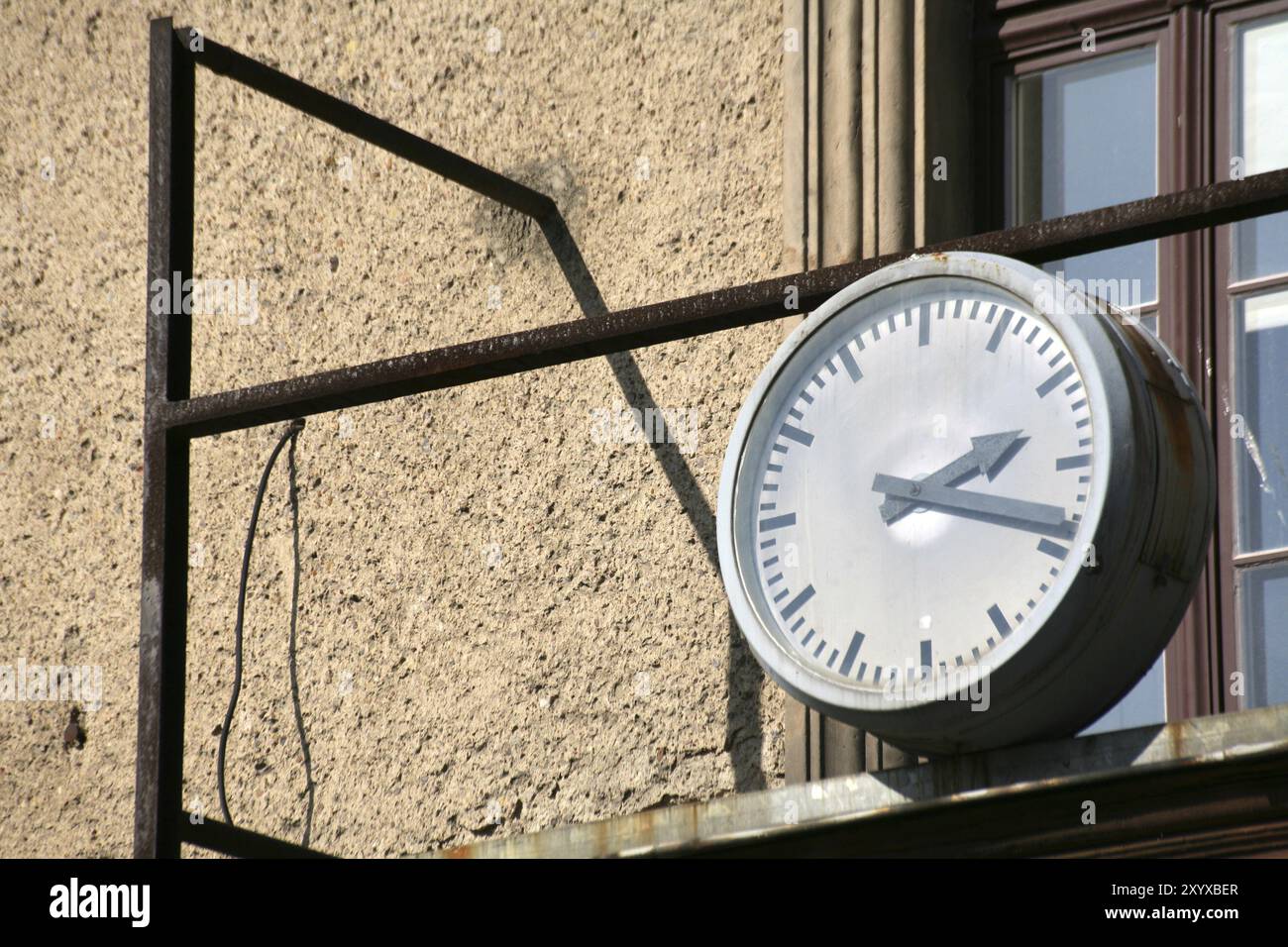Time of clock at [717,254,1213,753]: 2:18
